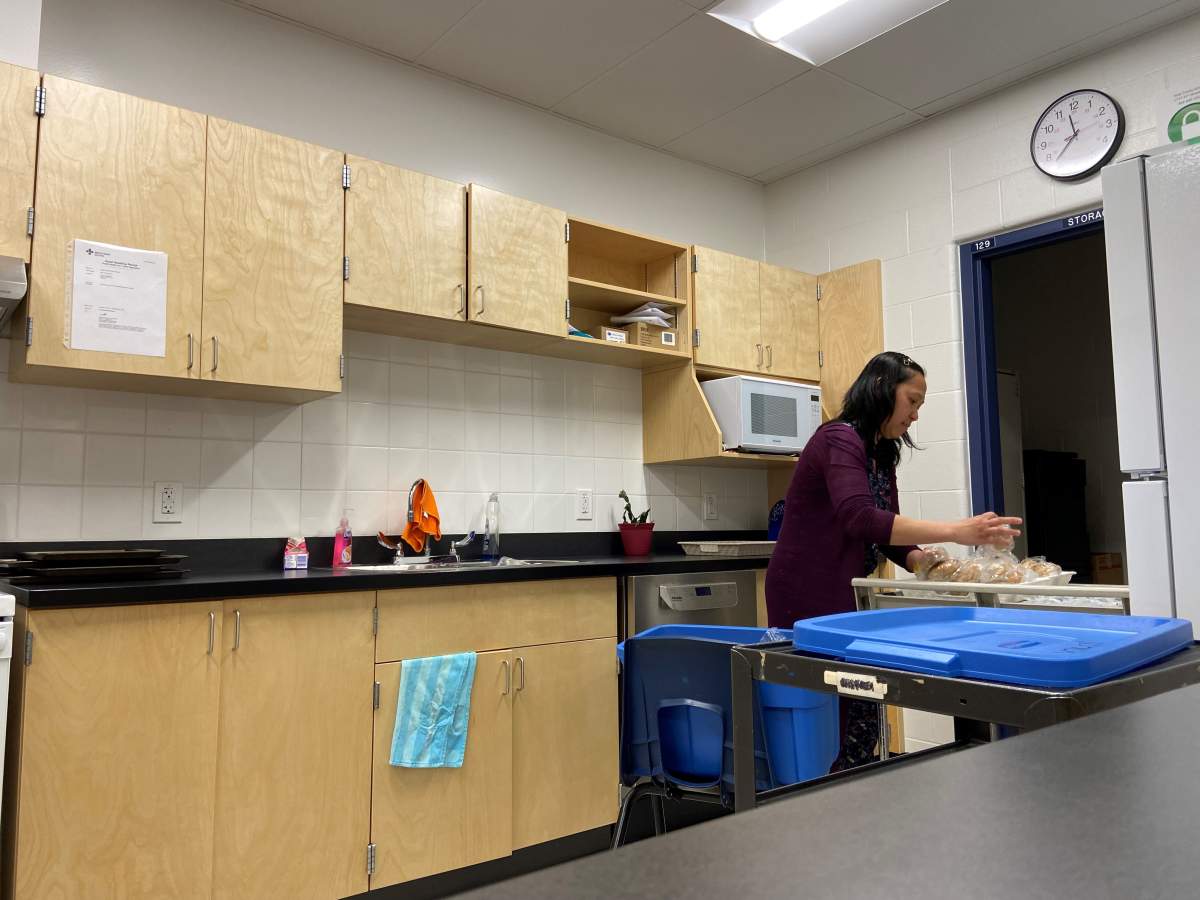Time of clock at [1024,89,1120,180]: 11:36
